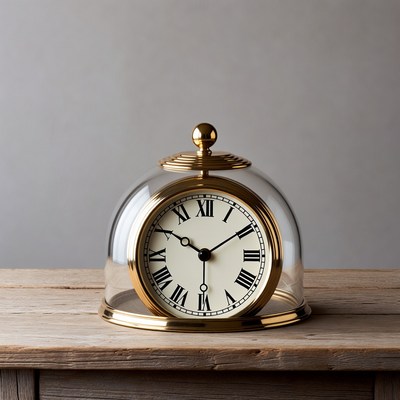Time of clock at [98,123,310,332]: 10:09
